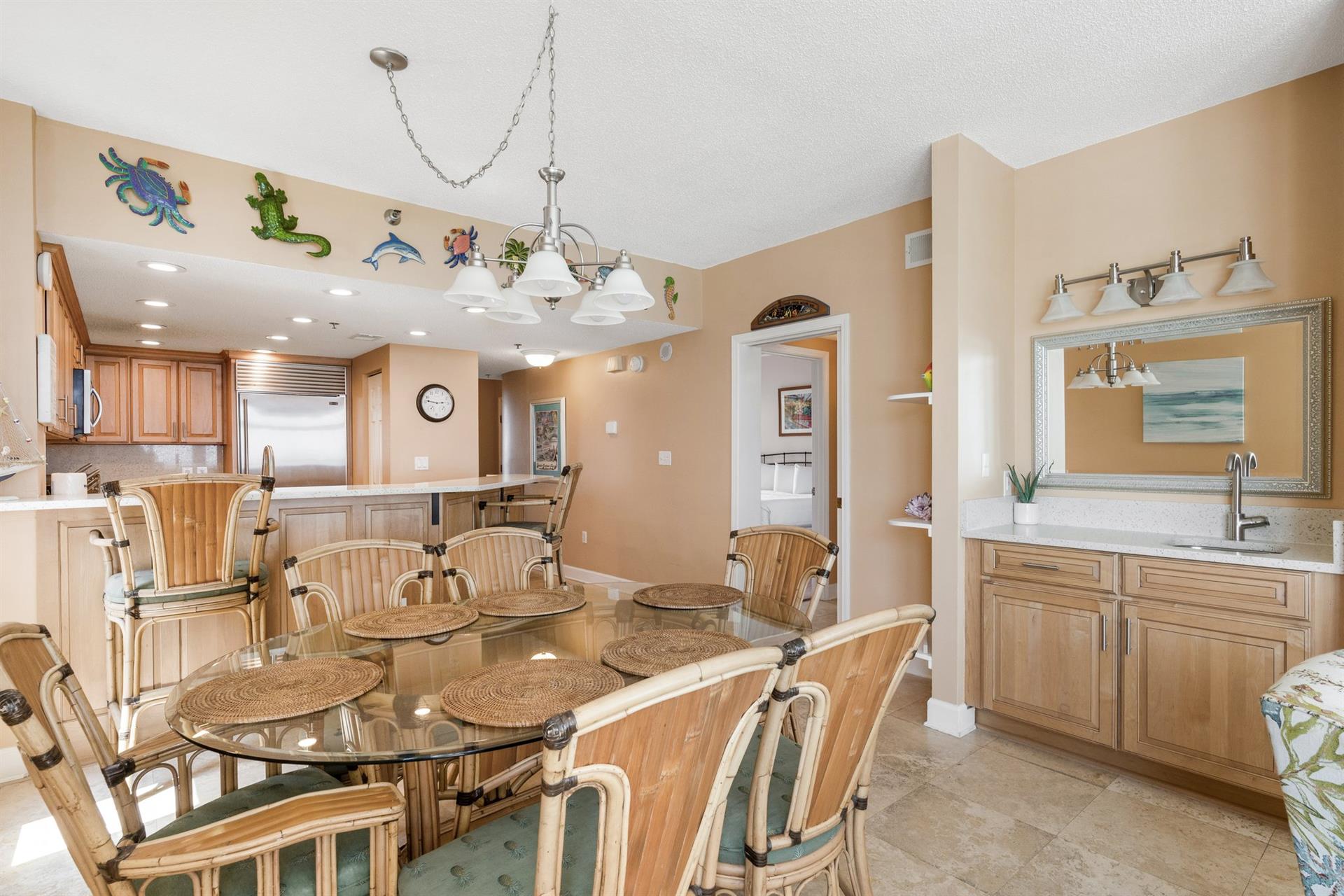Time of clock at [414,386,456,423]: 2:46
